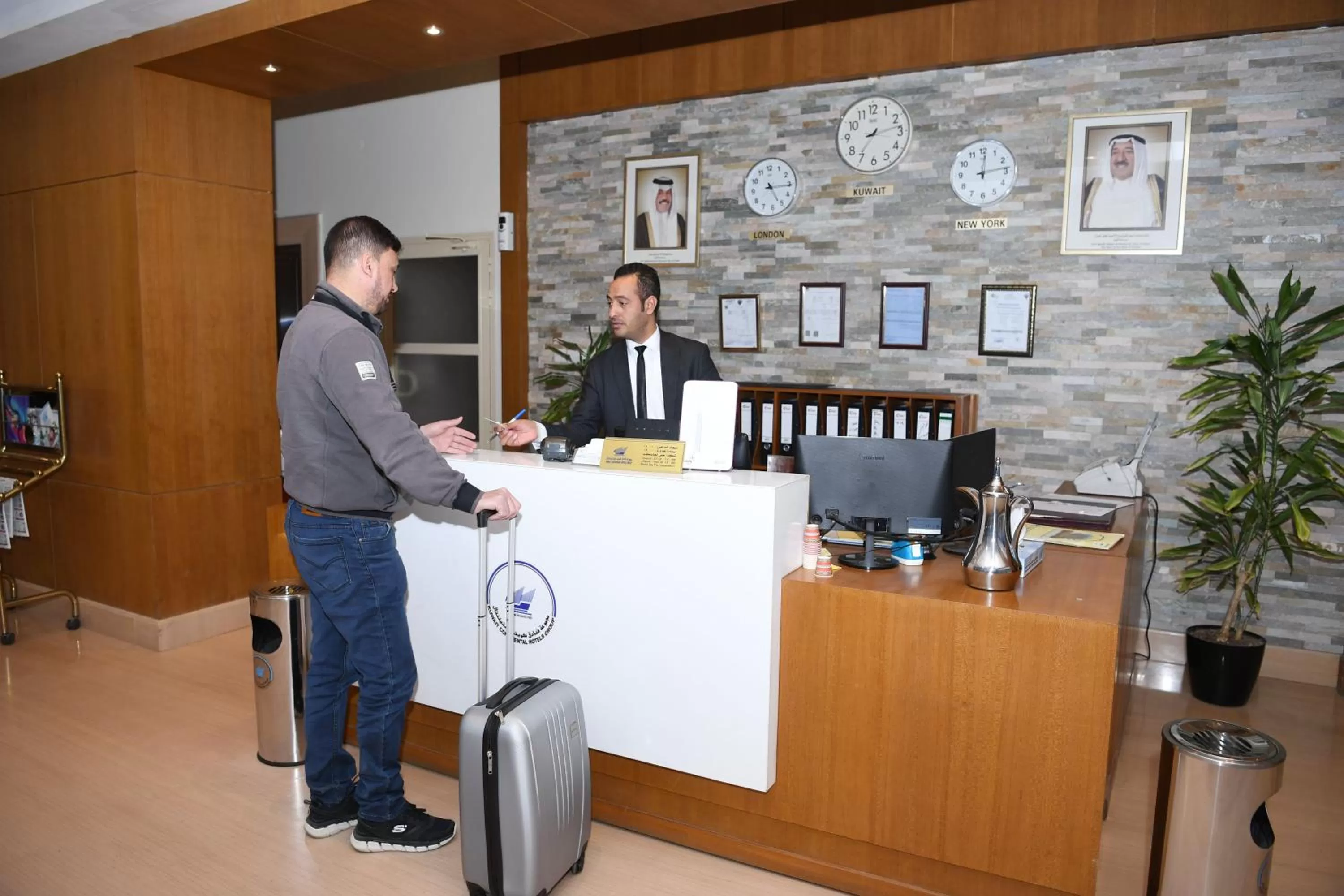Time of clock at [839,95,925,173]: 7:13
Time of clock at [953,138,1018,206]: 12:13
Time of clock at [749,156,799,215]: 5:15
